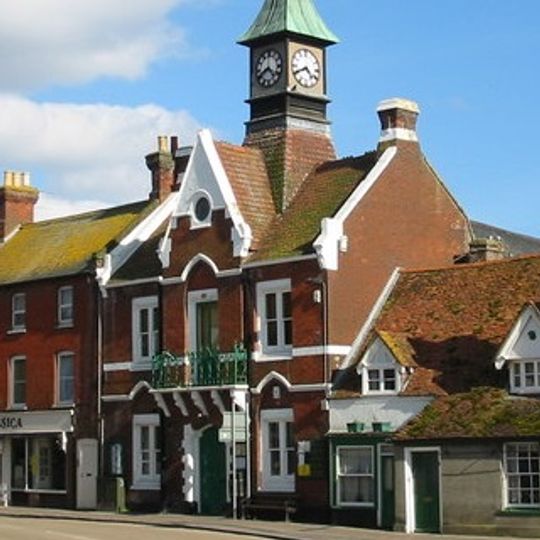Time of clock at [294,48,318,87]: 4:40
